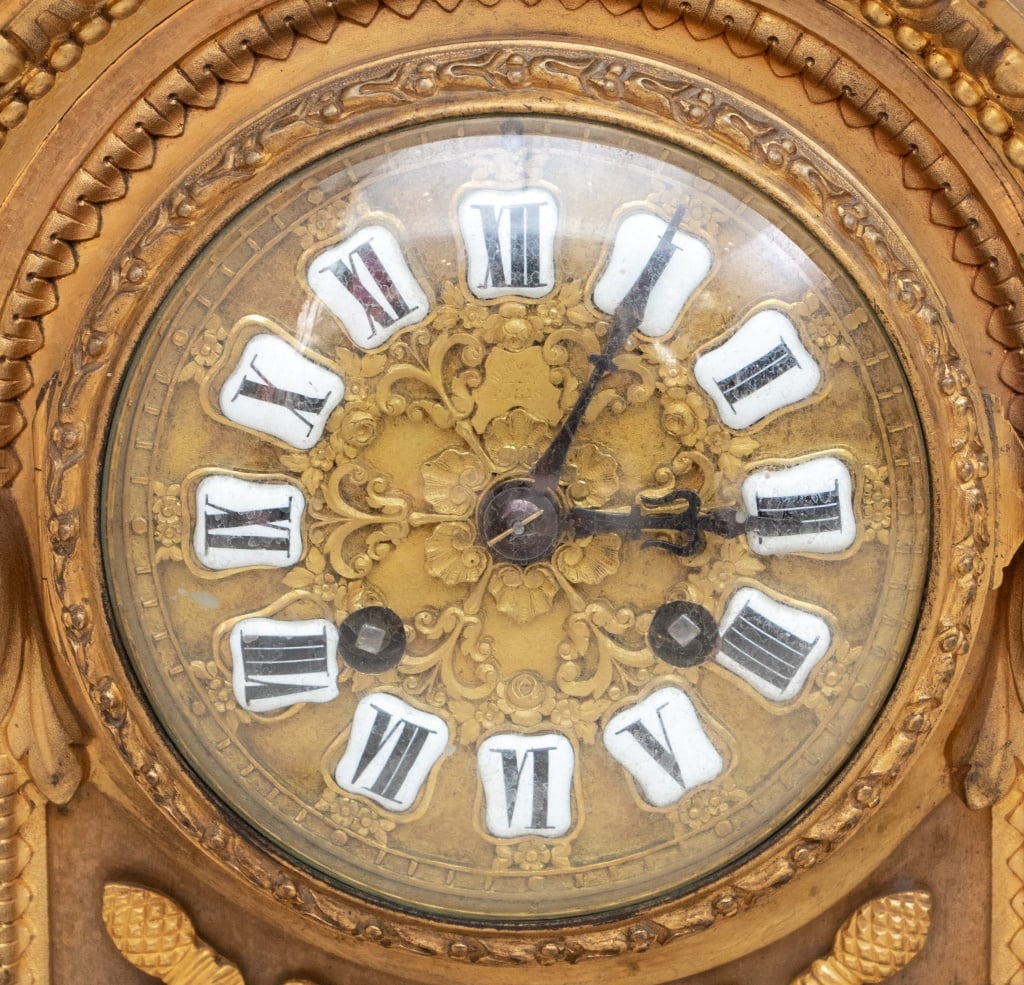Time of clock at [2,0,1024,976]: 3:04
